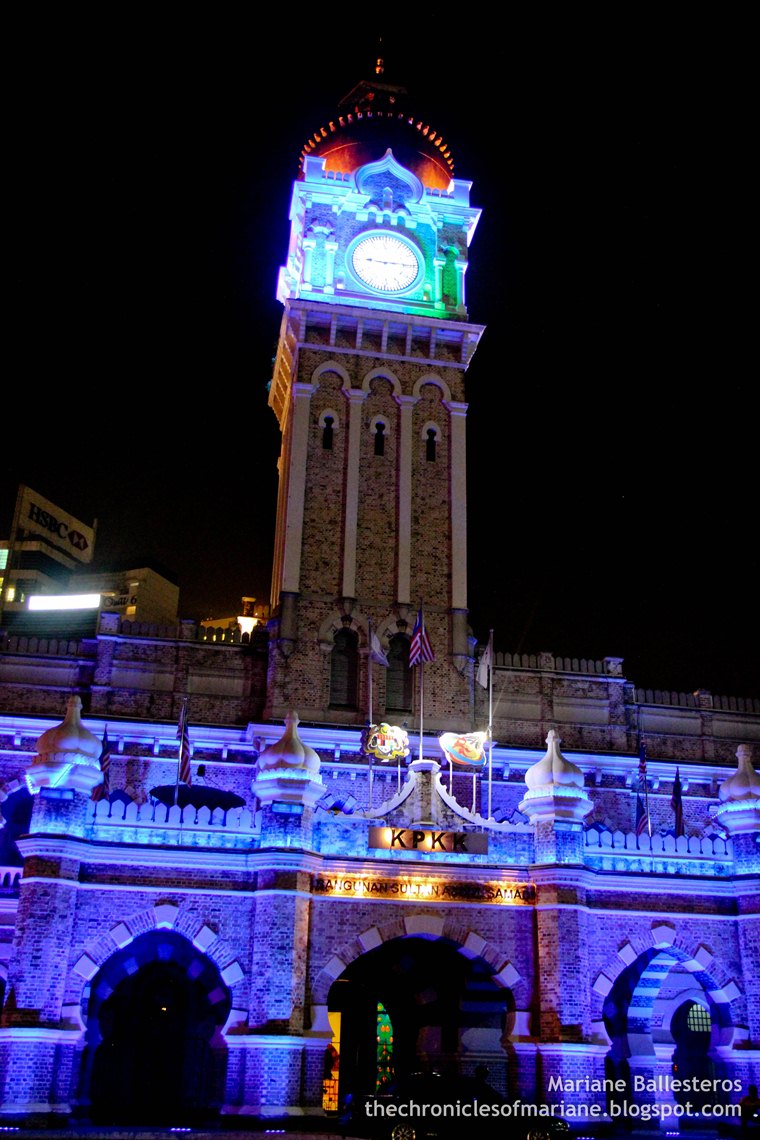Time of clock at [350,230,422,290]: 9:15
